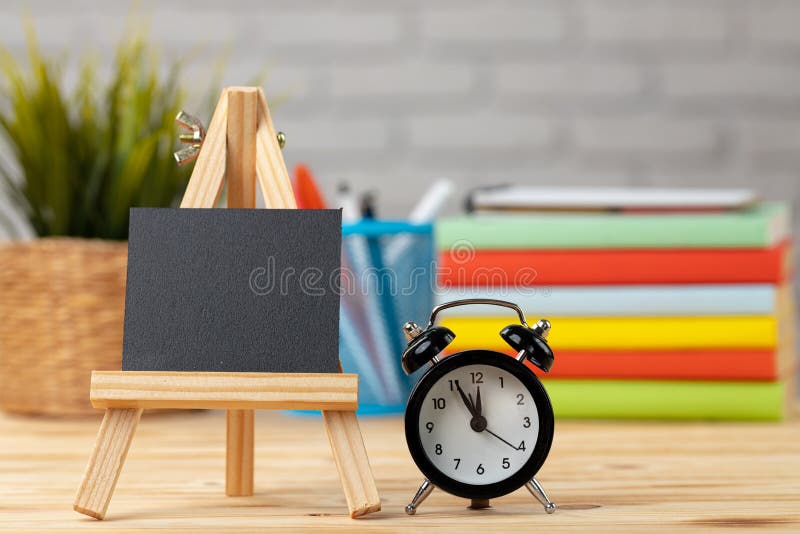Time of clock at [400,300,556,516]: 11:55
